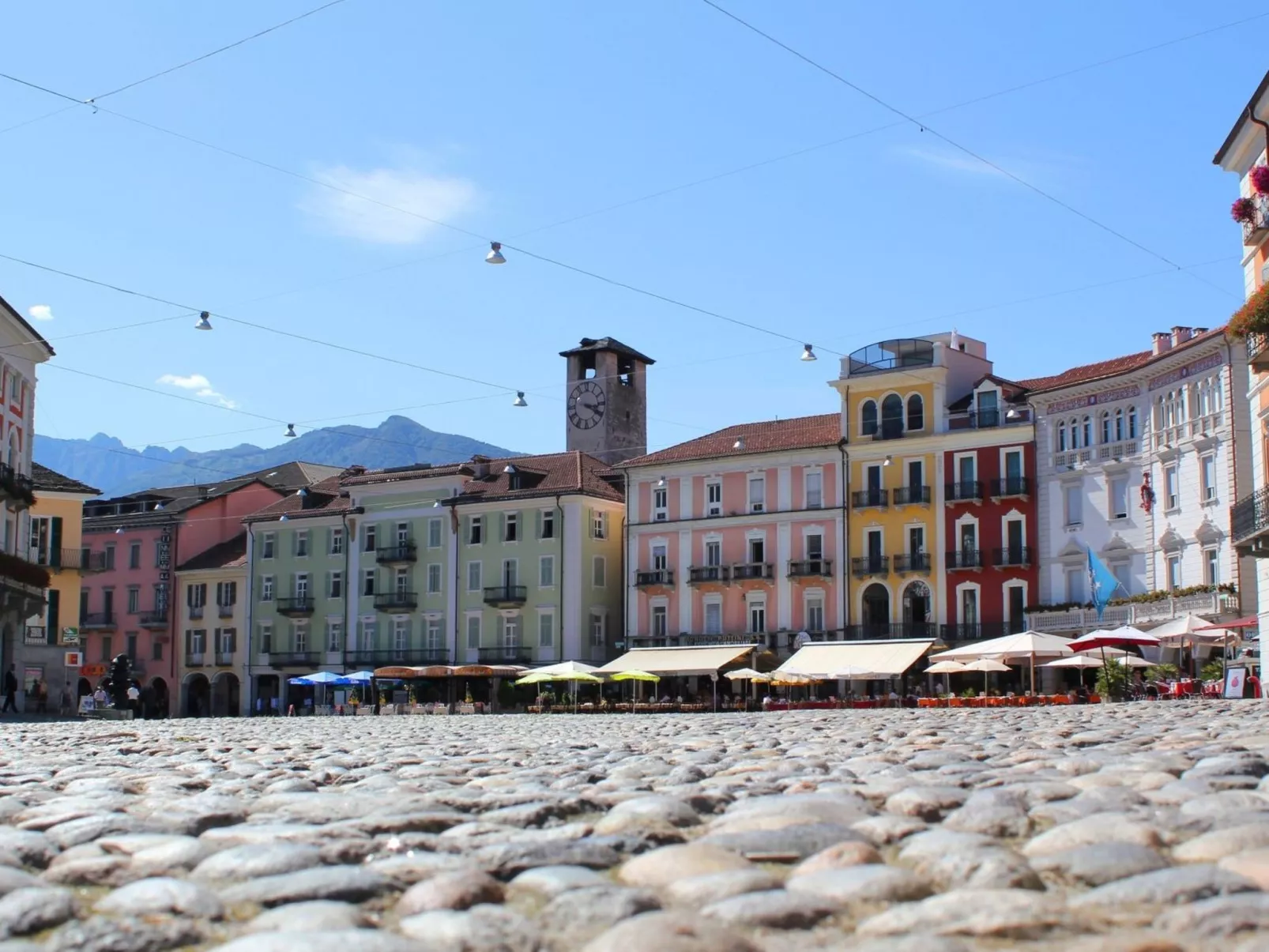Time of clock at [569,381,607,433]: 3:20
